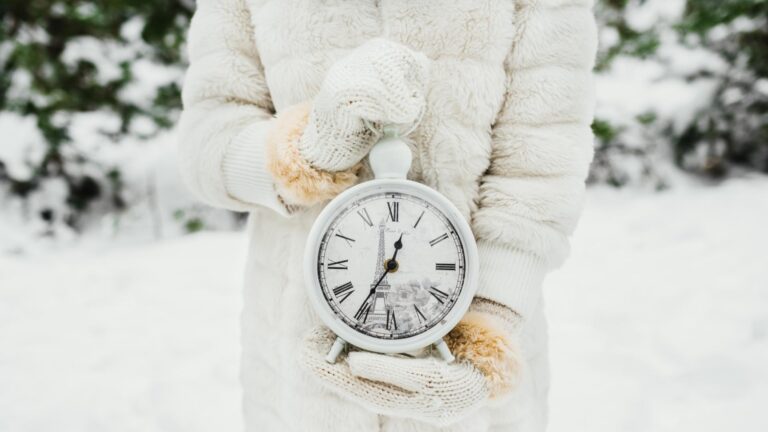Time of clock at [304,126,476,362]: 12:35
